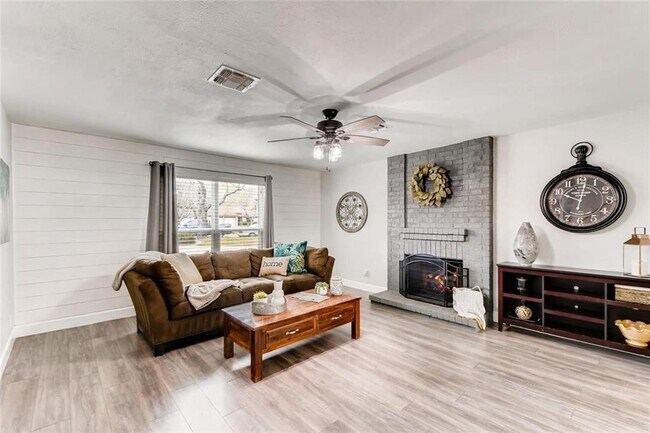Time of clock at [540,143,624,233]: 10:01
